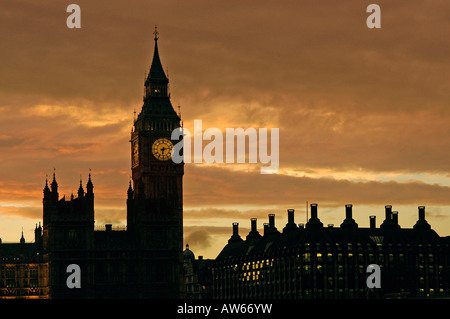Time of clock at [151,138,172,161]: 6:13
